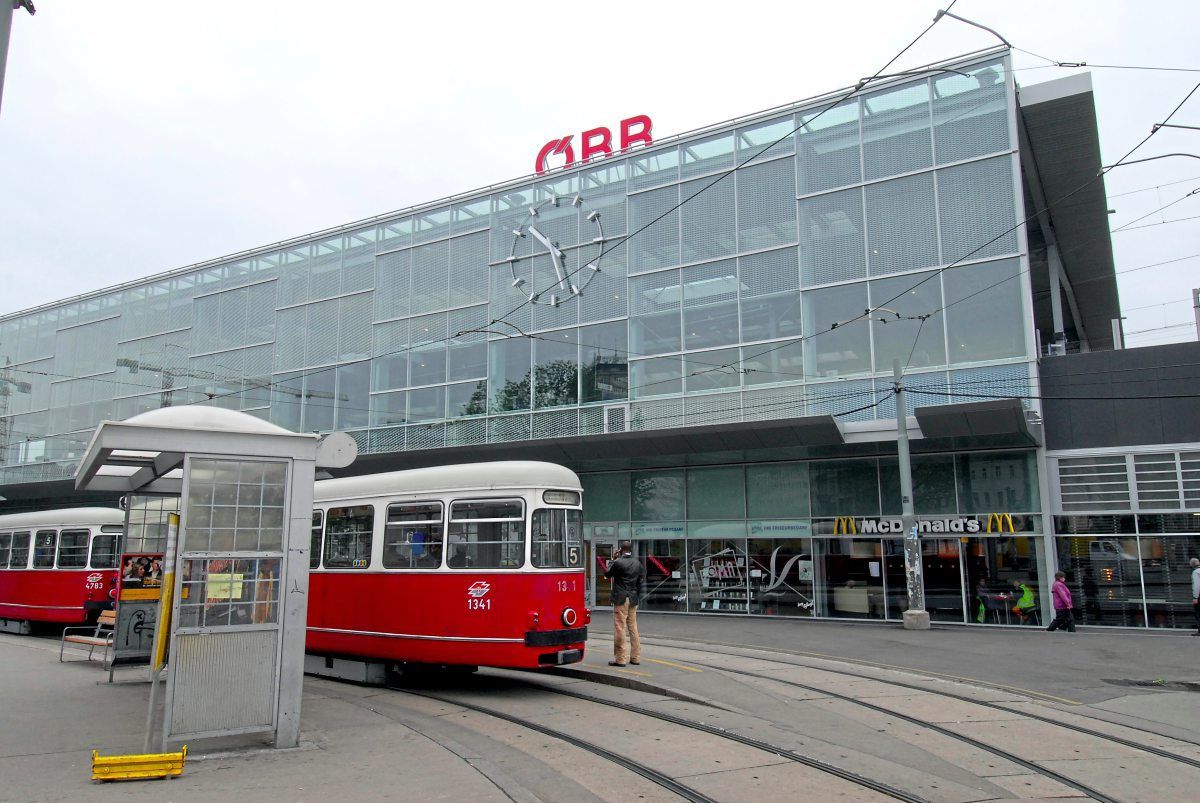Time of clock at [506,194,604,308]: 10:26
